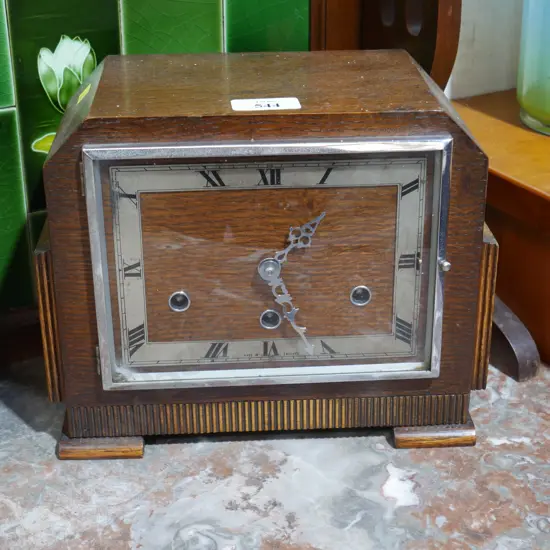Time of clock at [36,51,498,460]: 1:26
